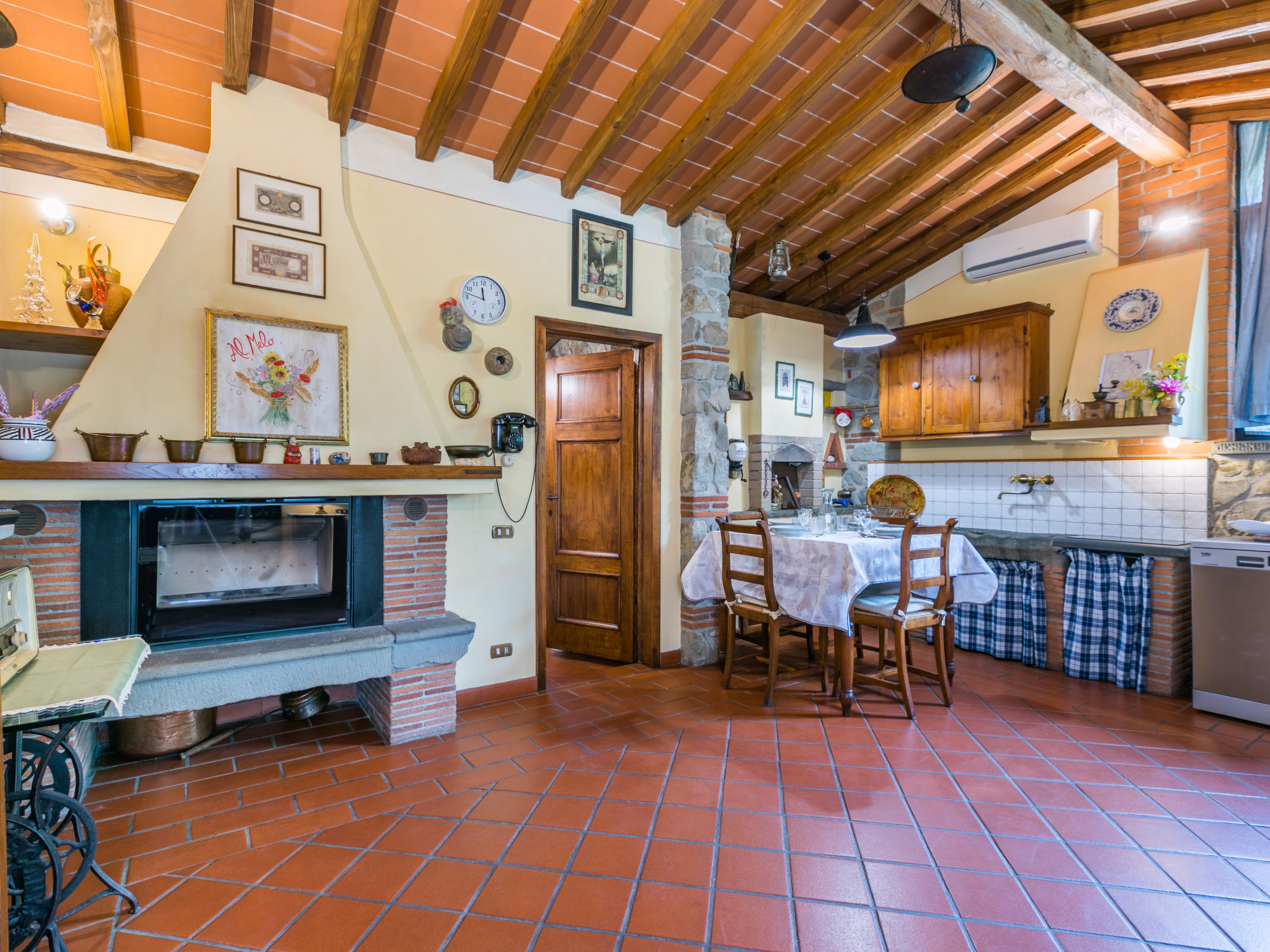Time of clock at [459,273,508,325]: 11:47
